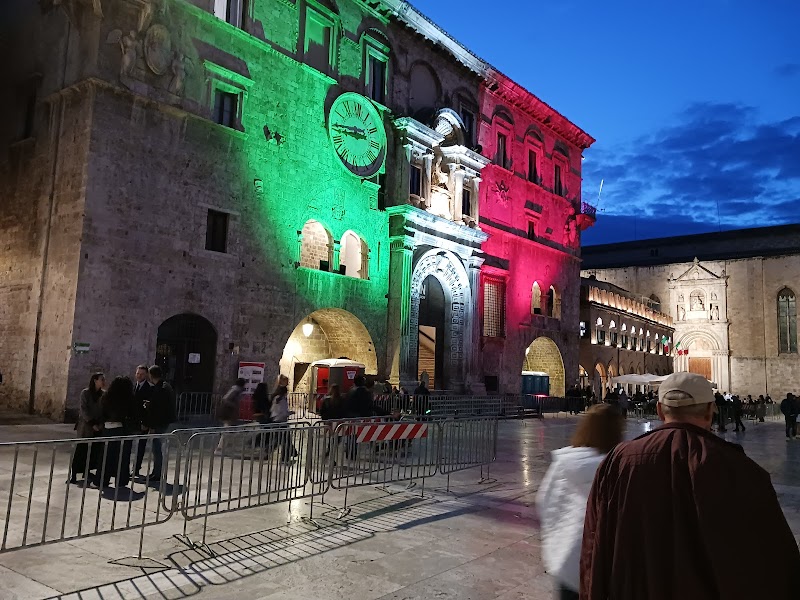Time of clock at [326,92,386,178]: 2:44
